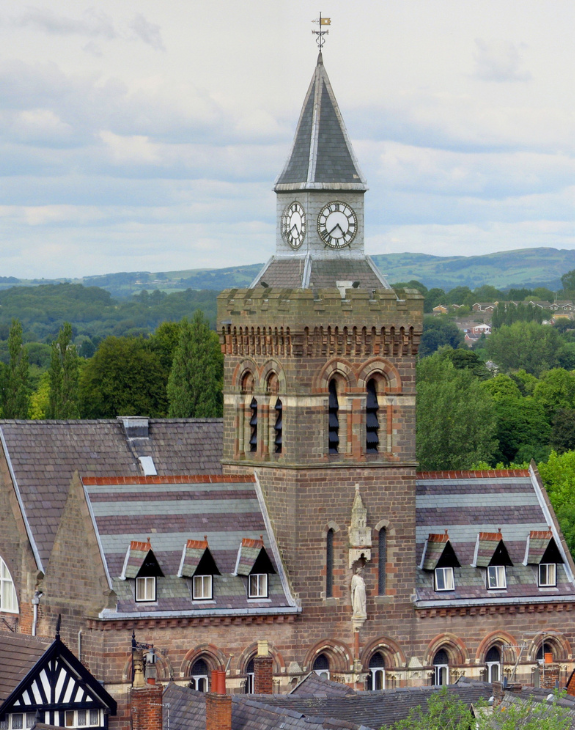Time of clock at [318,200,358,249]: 4:37
